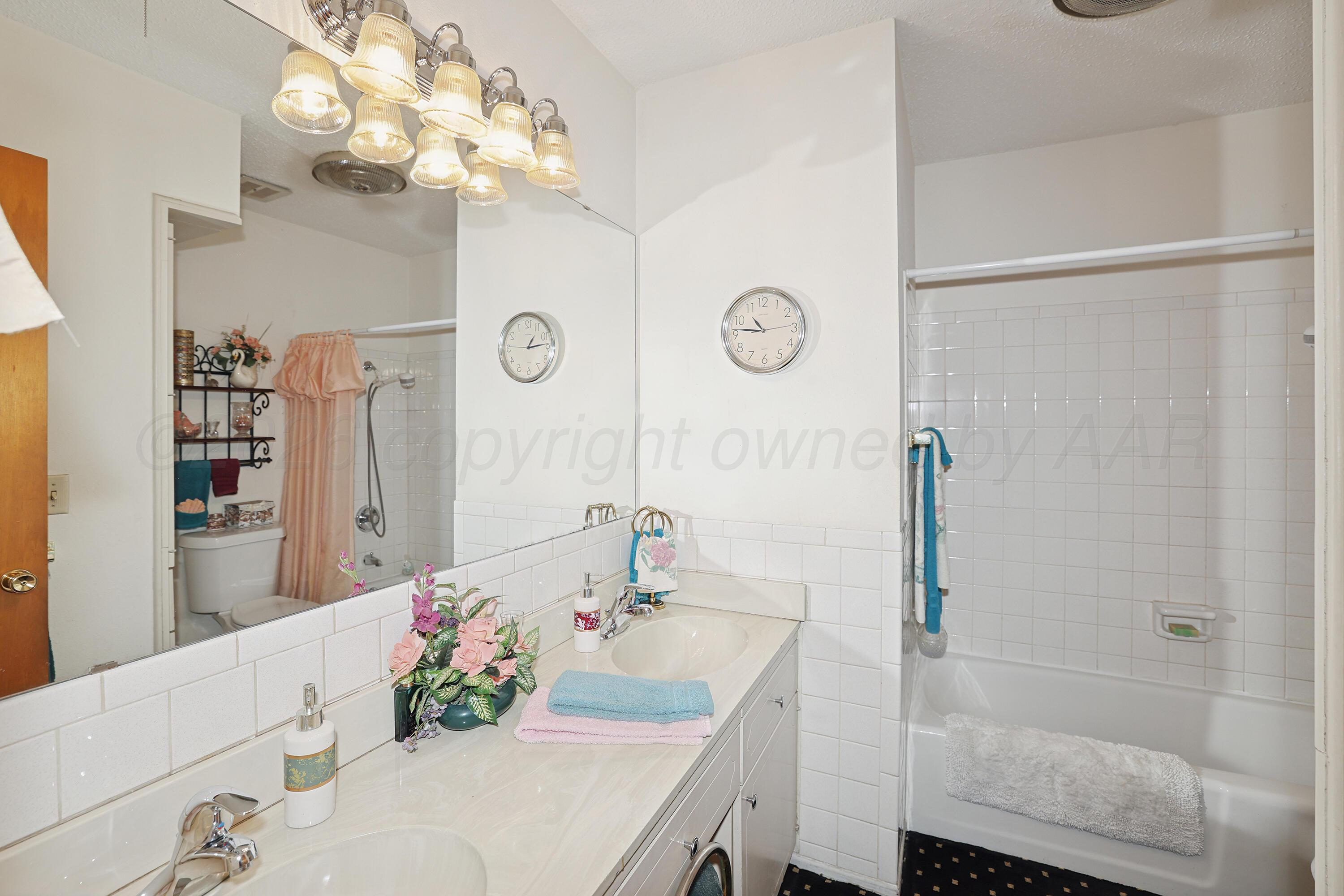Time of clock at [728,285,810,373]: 10:46
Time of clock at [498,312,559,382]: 1:13
